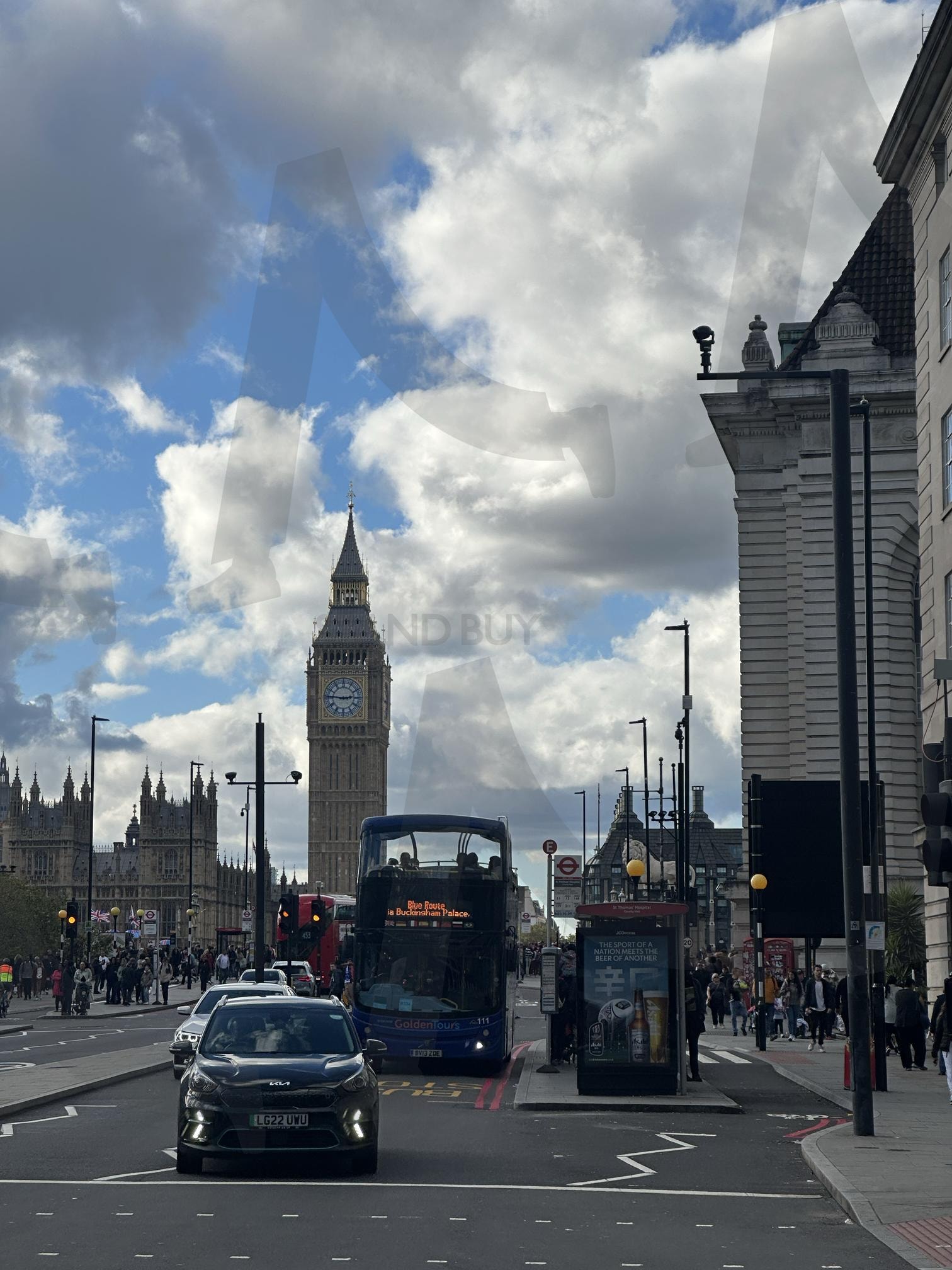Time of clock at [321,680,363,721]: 2:46
